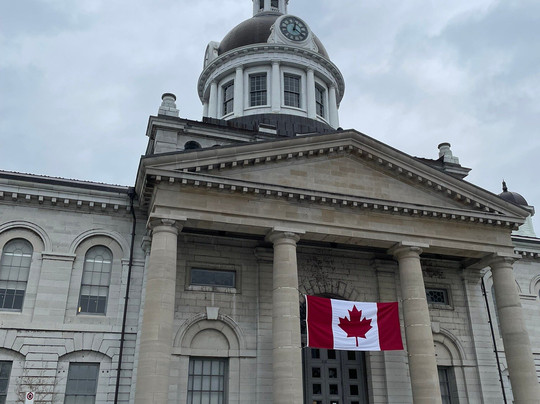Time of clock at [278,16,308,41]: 12:20
